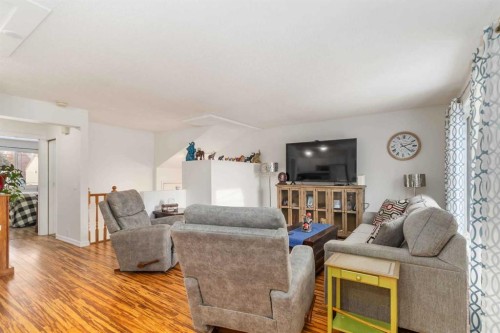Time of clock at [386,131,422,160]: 2:21
